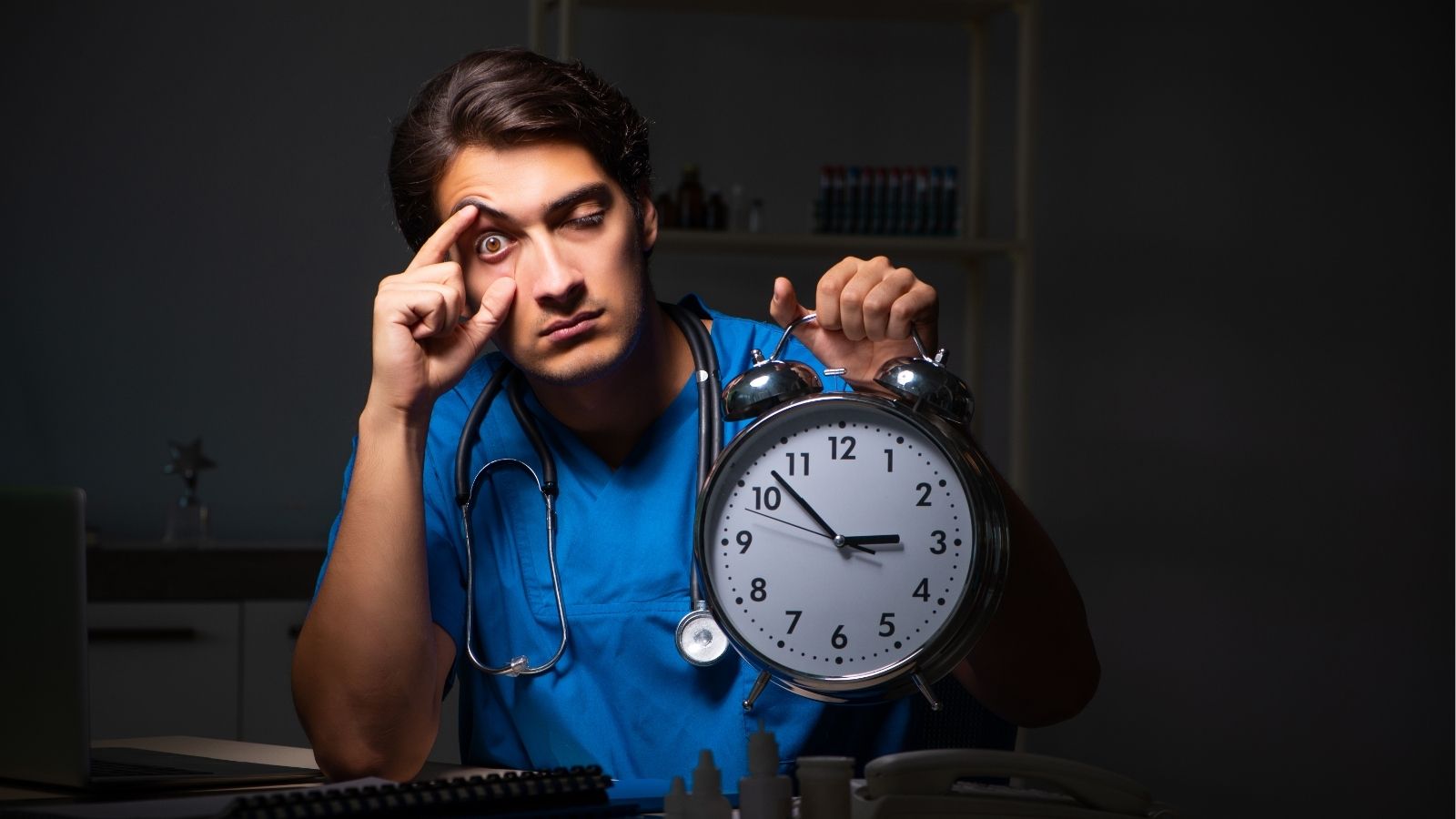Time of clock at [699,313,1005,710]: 2:52
